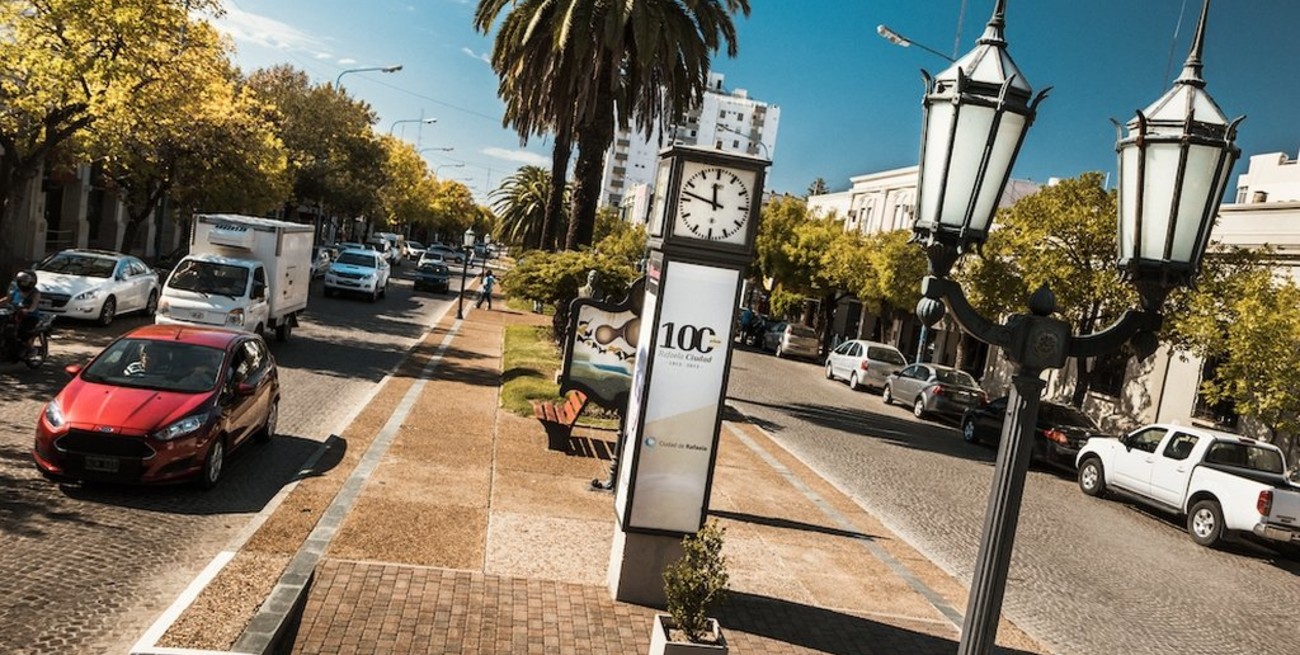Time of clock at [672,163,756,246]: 11:47
